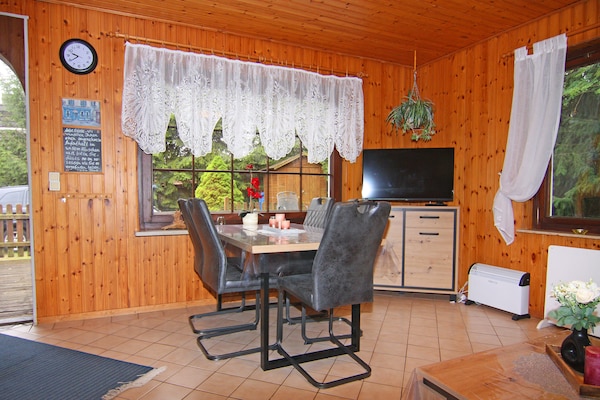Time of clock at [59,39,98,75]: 9:39
